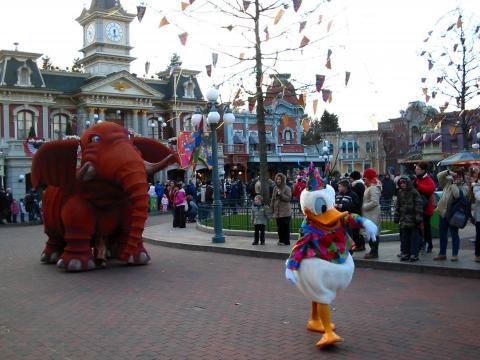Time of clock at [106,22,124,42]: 5:31
